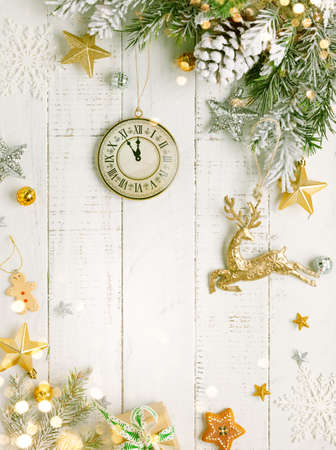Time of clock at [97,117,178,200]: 11:54
